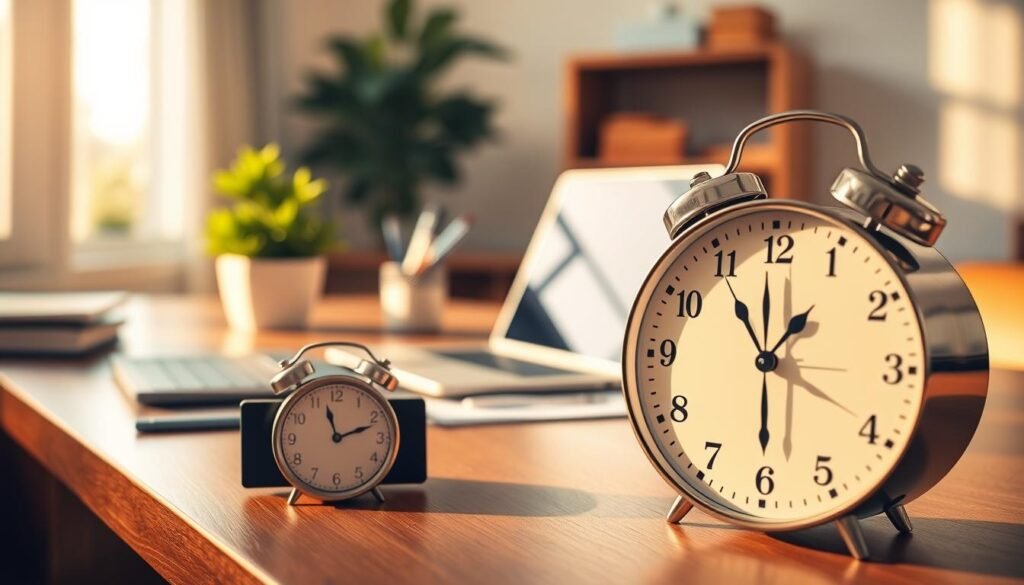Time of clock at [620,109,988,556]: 1:29
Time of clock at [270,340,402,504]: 11:11
